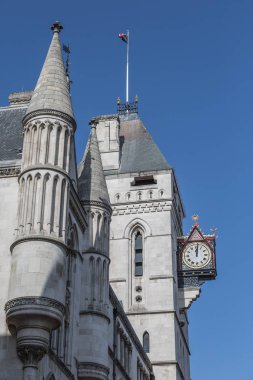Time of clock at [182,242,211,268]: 12:01
